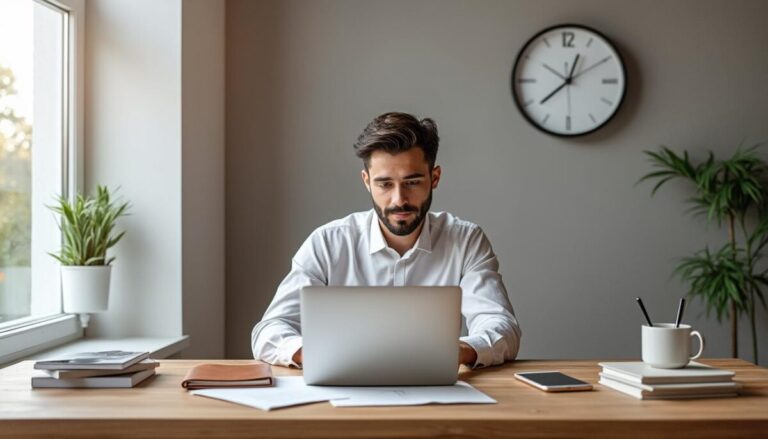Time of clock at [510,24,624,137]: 12:38
